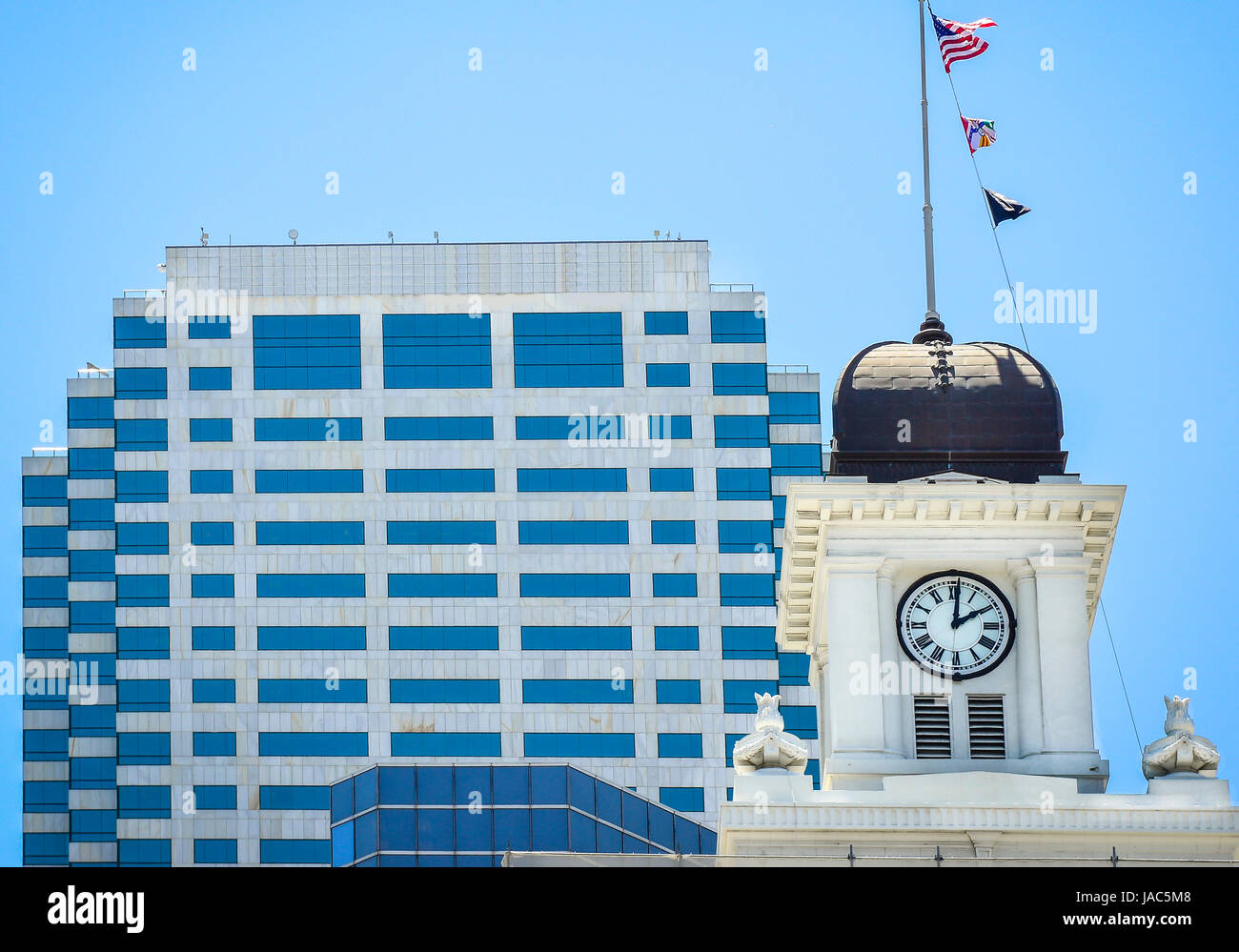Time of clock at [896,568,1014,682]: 2:00
